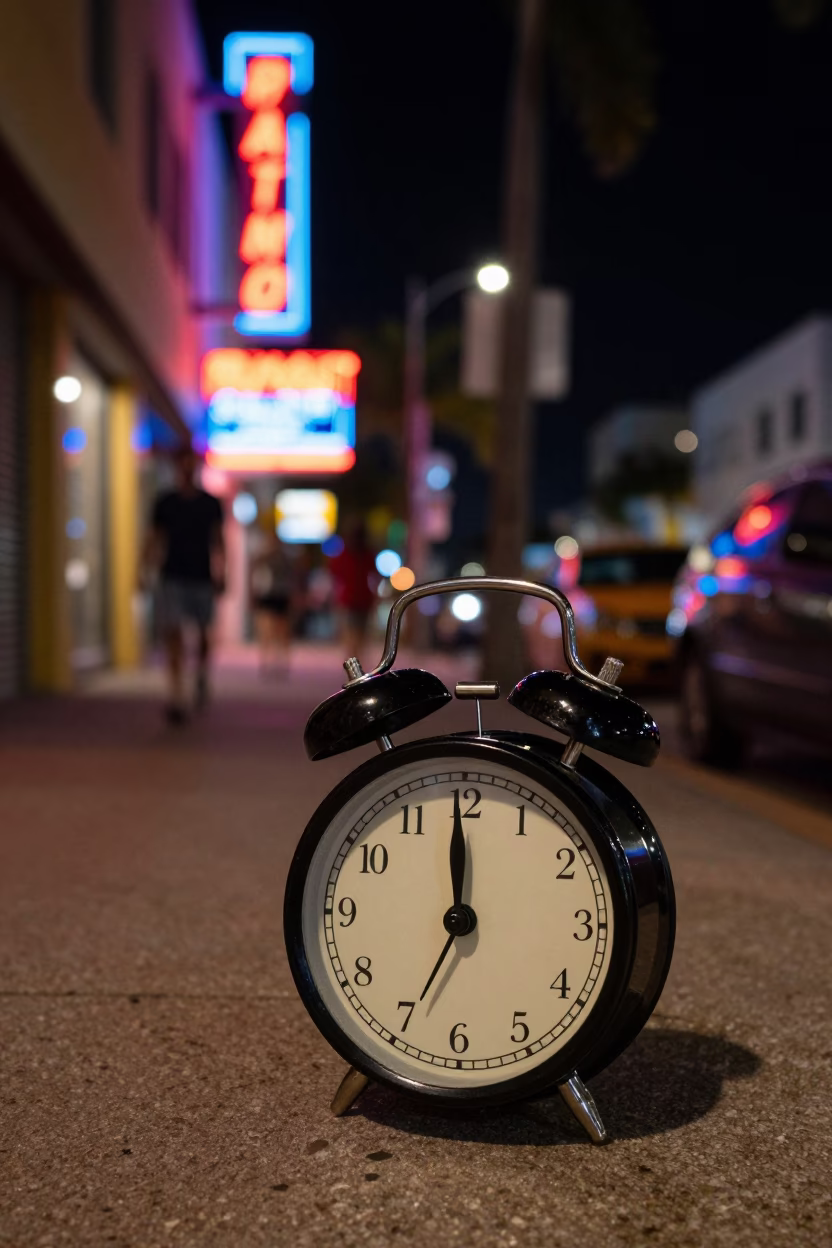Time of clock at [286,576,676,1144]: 11:59
